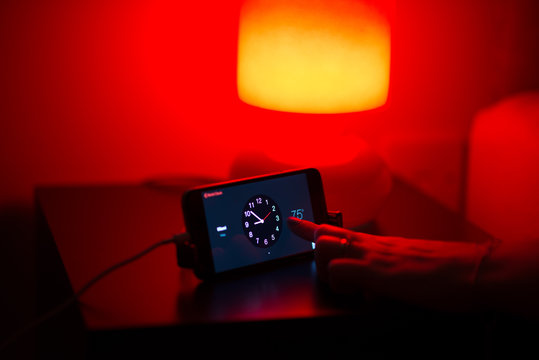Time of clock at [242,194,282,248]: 8:51
